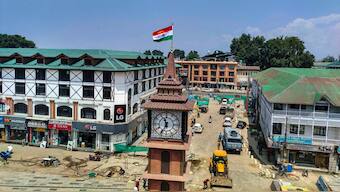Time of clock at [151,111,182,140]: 11:35
